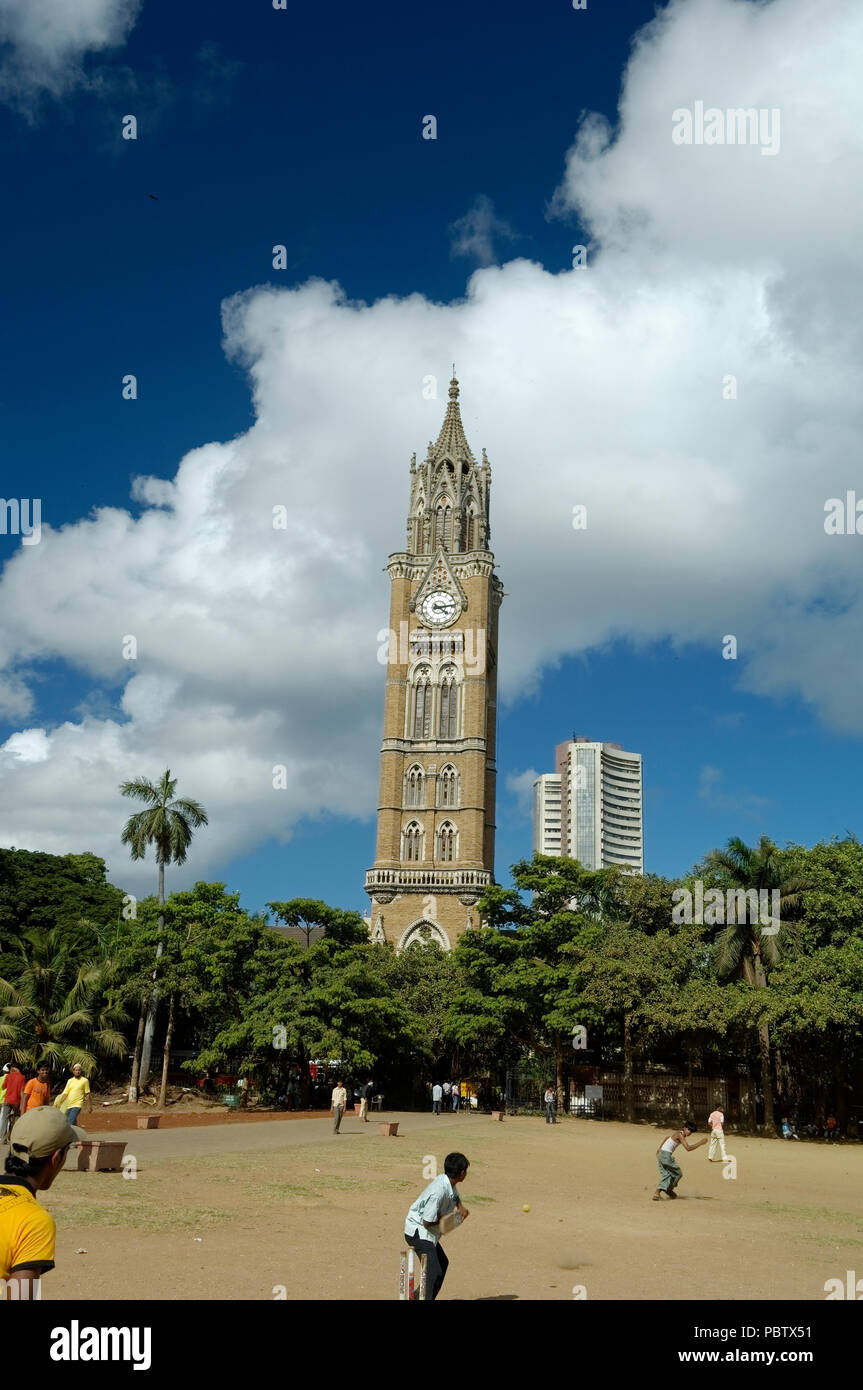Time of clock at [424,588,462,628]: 4:13
